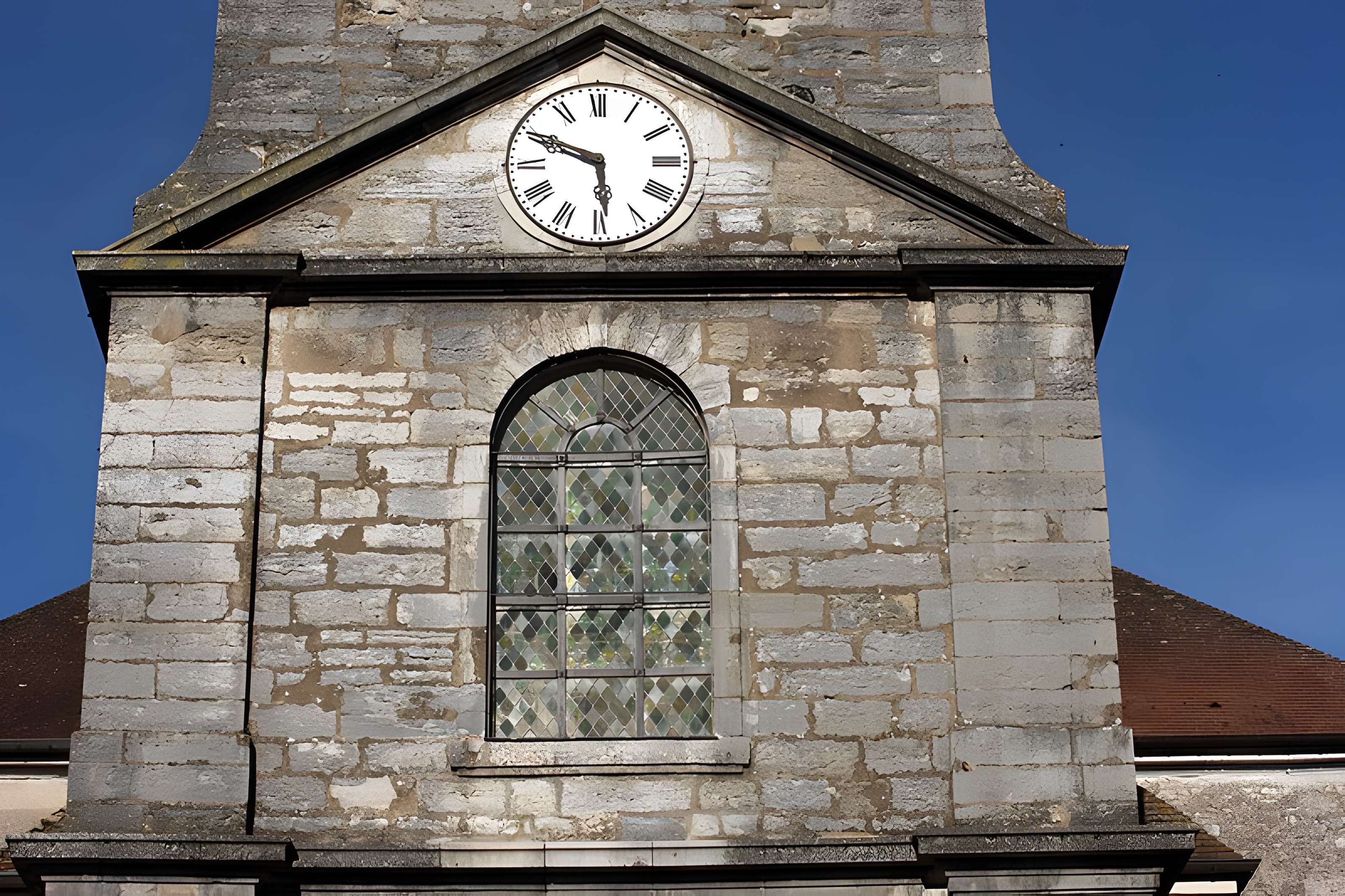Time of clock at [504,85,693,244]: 5:49
